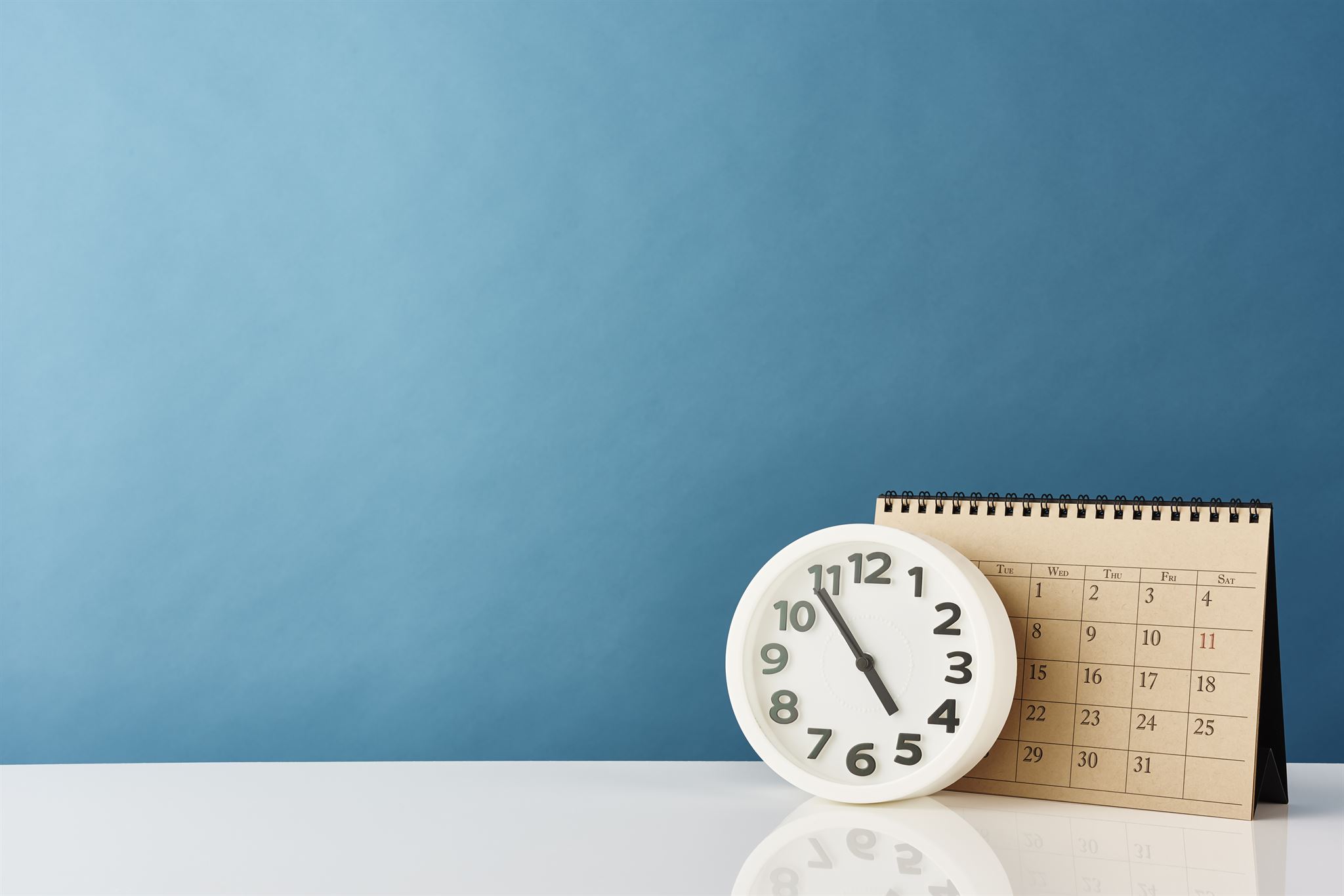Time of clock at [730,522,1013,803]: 4:54
